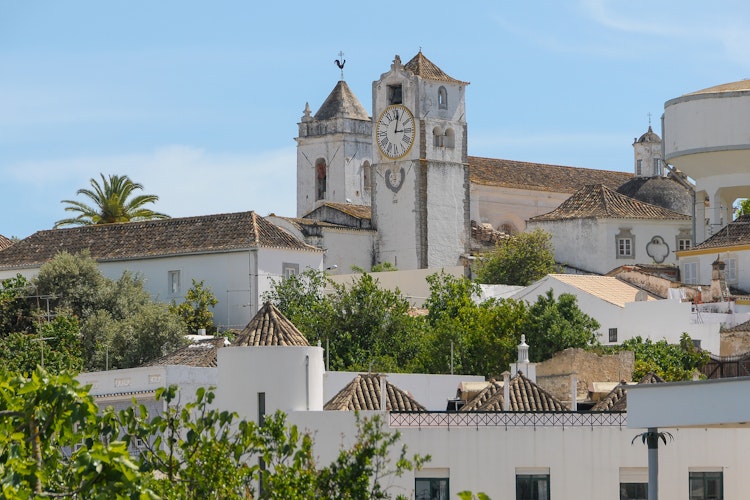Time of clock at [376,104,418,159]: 3:02
